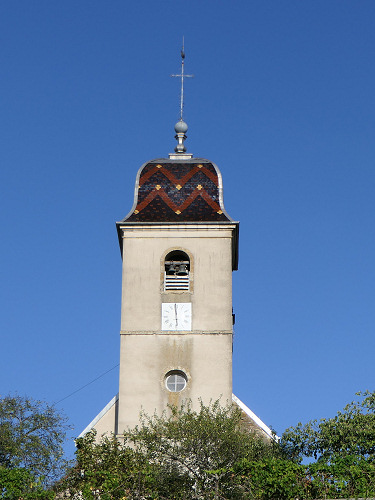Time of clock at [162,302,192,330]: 5:59
